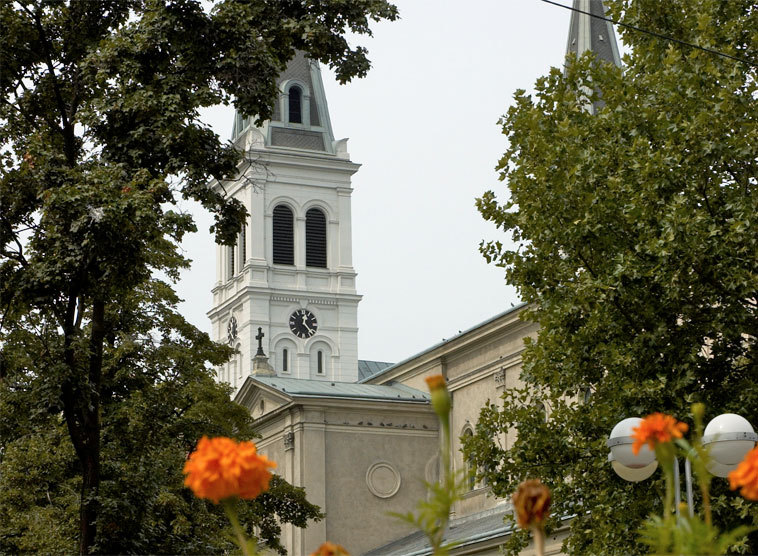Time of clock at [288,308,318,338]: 12:23
